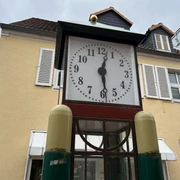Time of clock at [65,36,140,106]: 12:28
